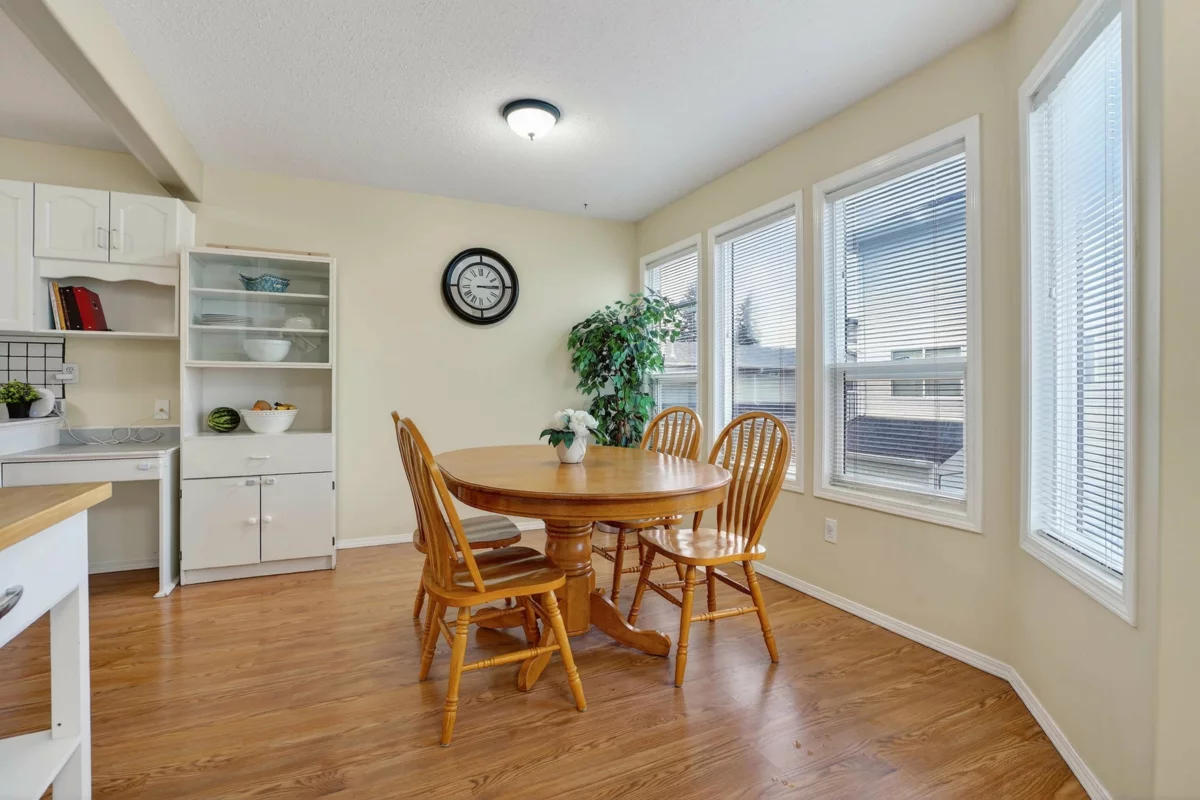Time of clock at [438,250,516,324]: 3:14
